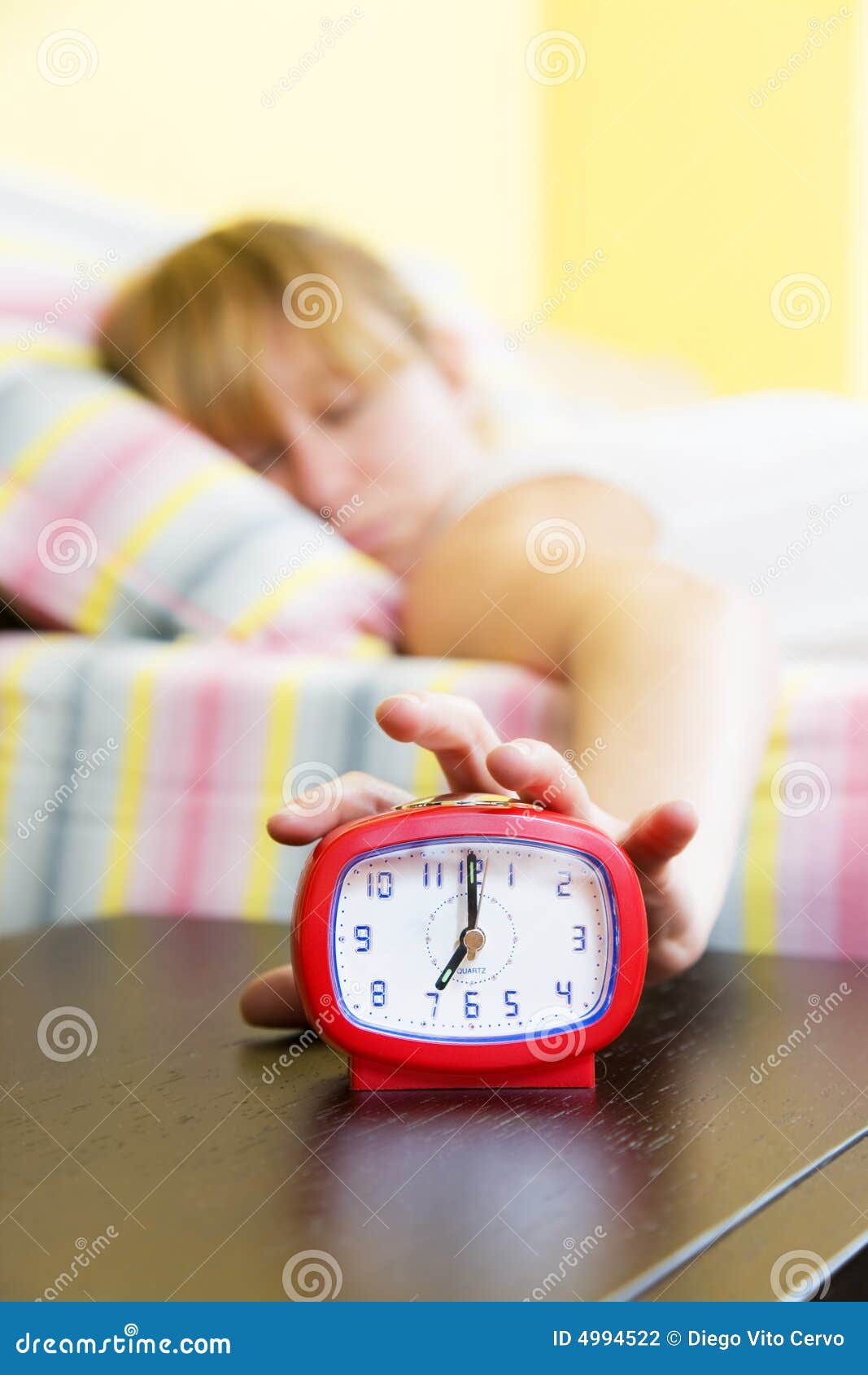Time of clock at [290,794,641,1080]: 7:00
